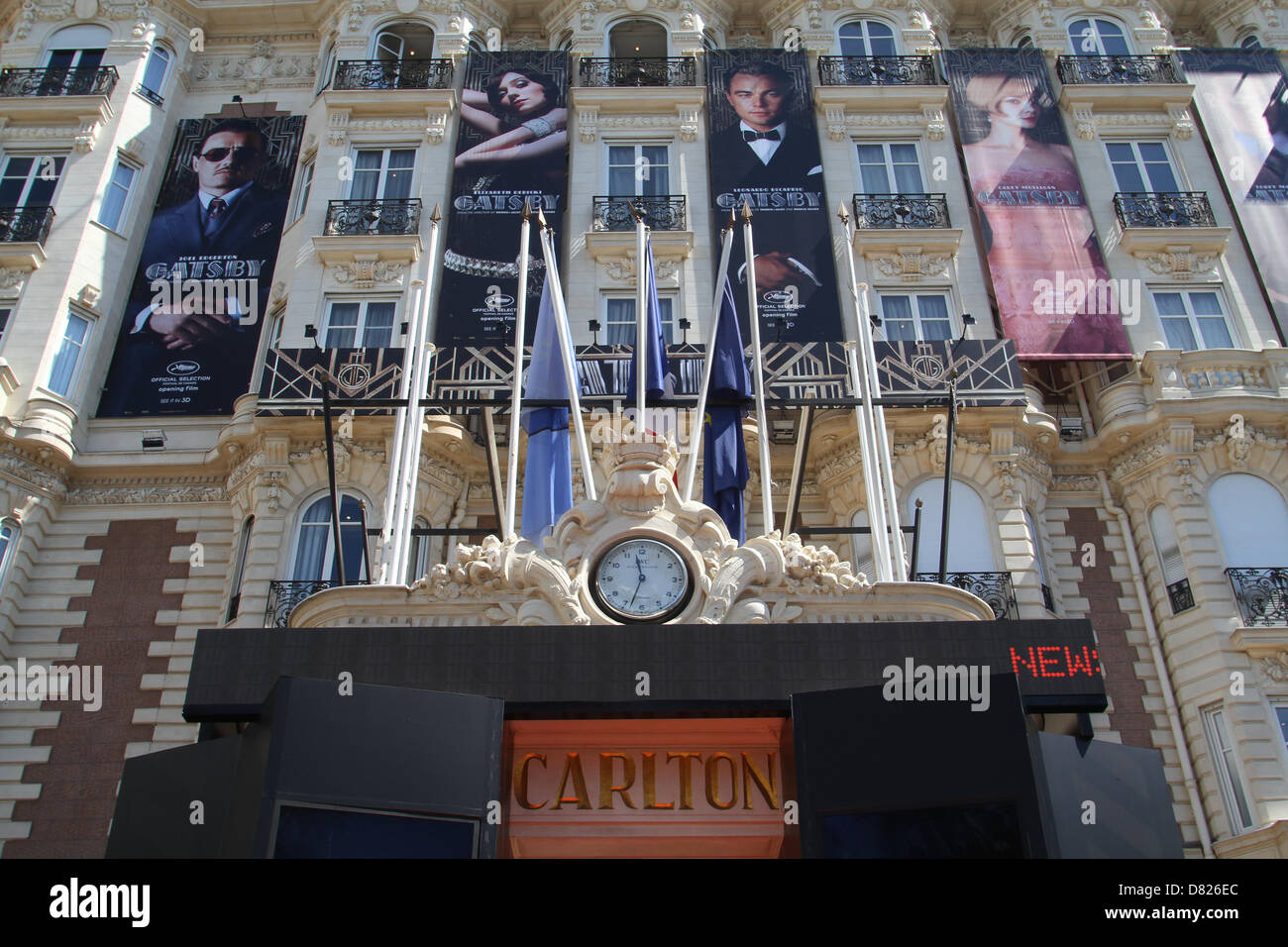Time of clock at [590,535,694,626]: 11:33
